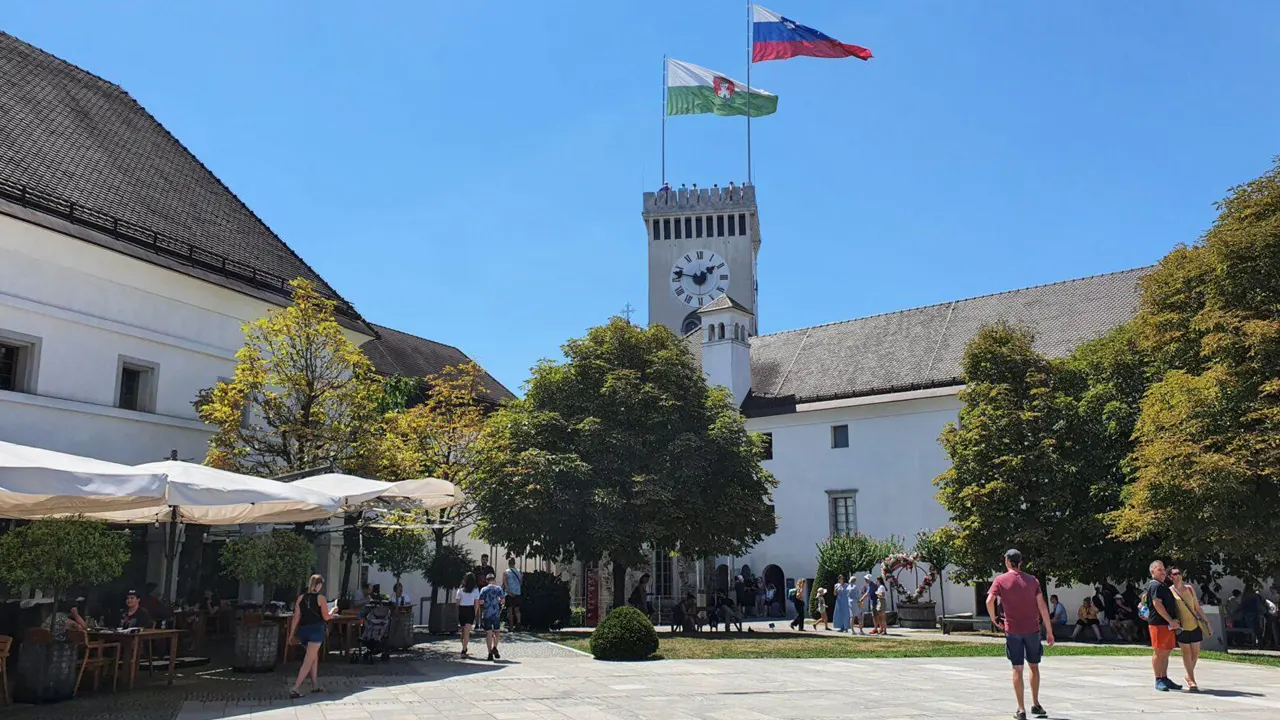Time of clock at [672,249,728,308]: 1:47
